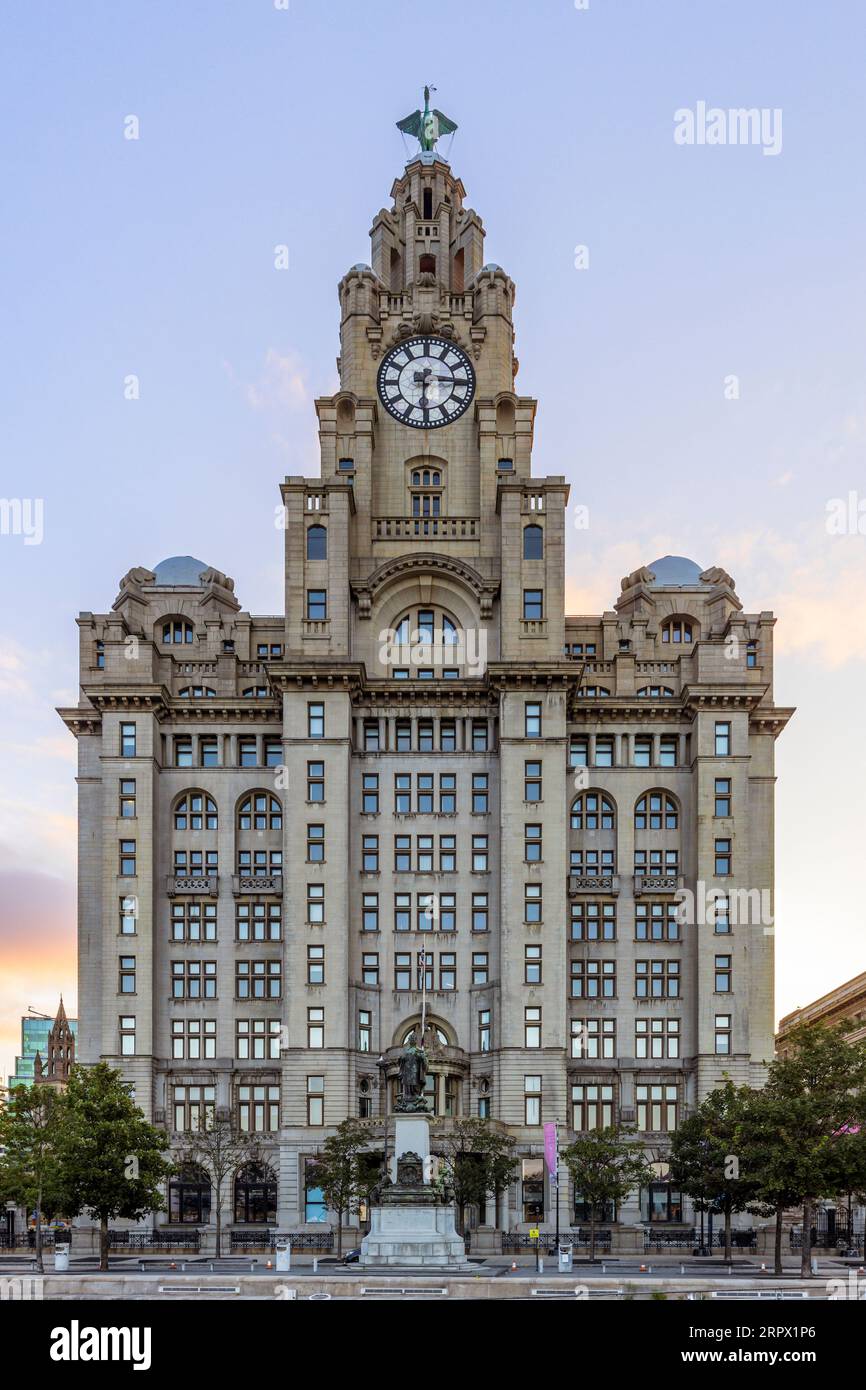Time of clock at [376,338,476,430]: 6:15
